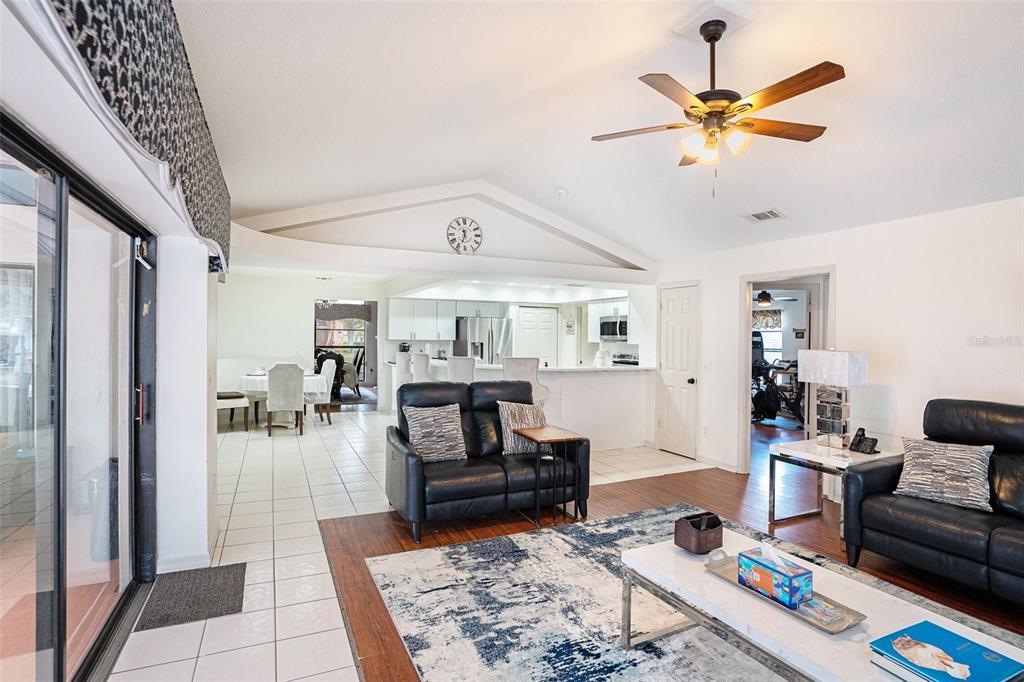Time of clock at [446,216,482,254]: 11:32
